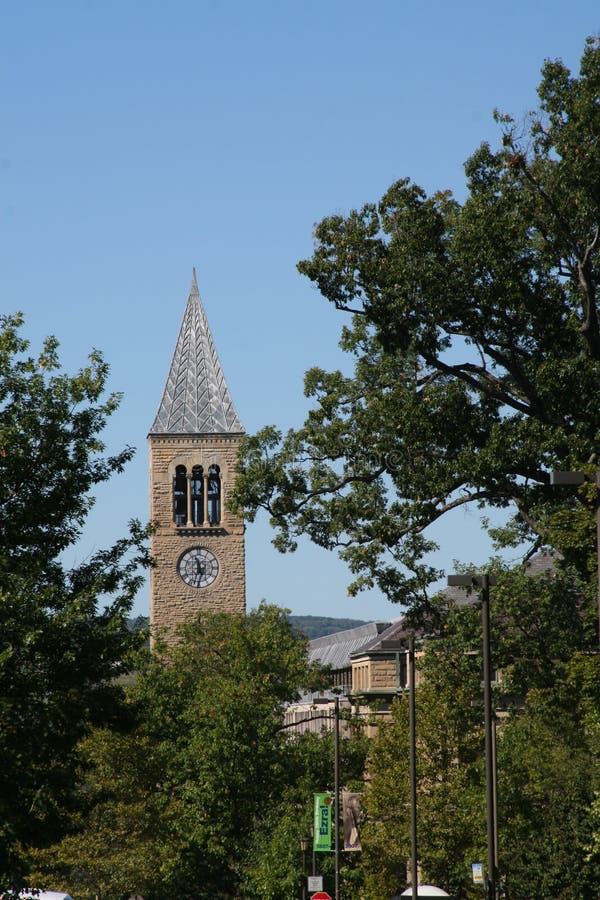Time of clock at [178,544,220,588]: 11:32
